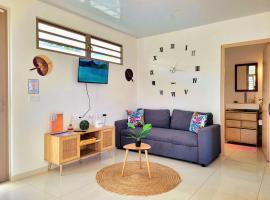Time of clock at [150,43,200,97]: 1:16
